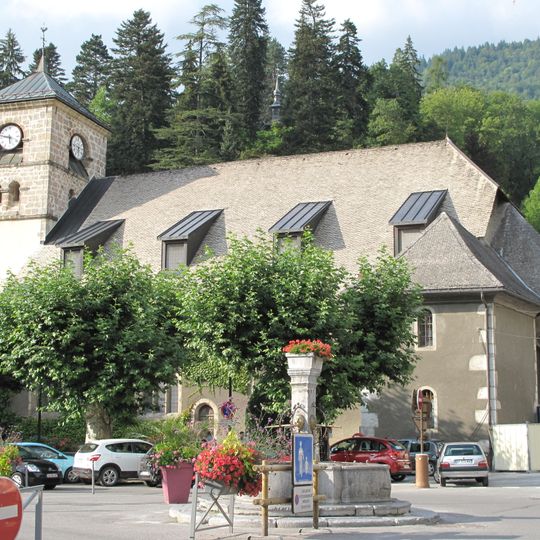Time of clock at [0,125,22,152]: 5:47
